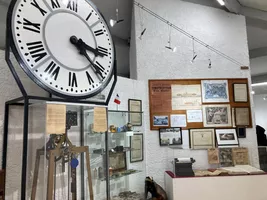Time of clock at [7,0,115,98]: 3:21
